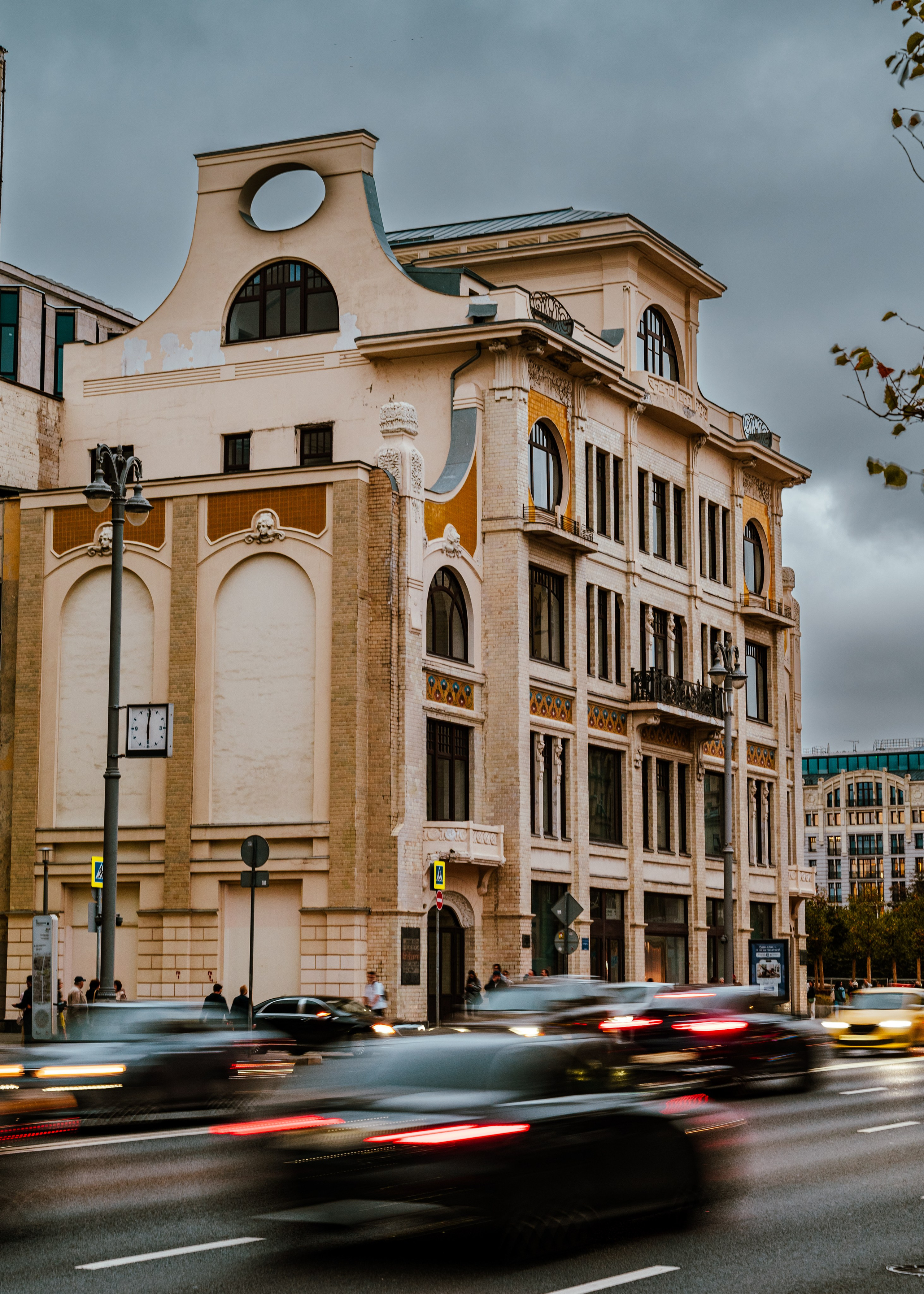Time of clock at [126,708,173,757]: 6:00
